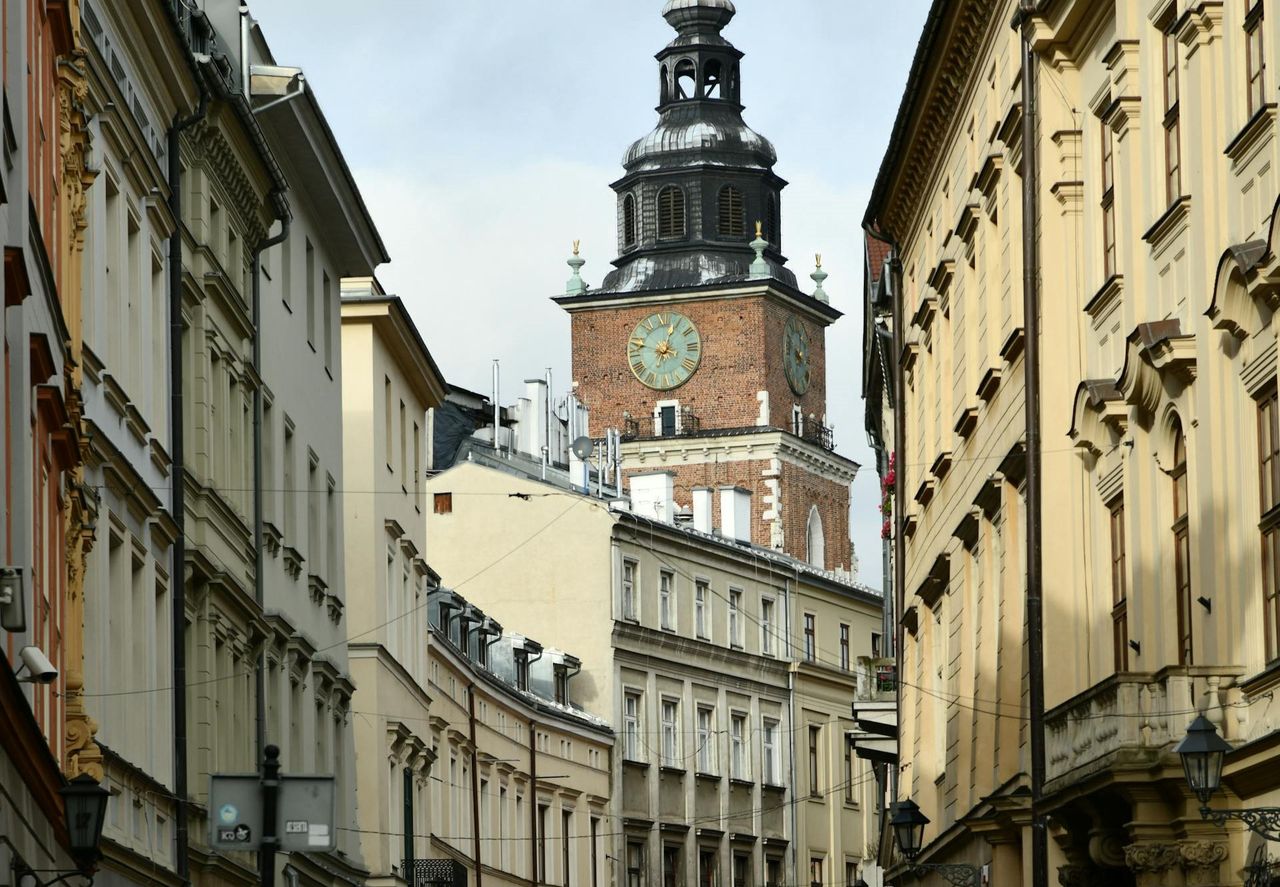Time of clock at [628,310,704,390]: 12:47
